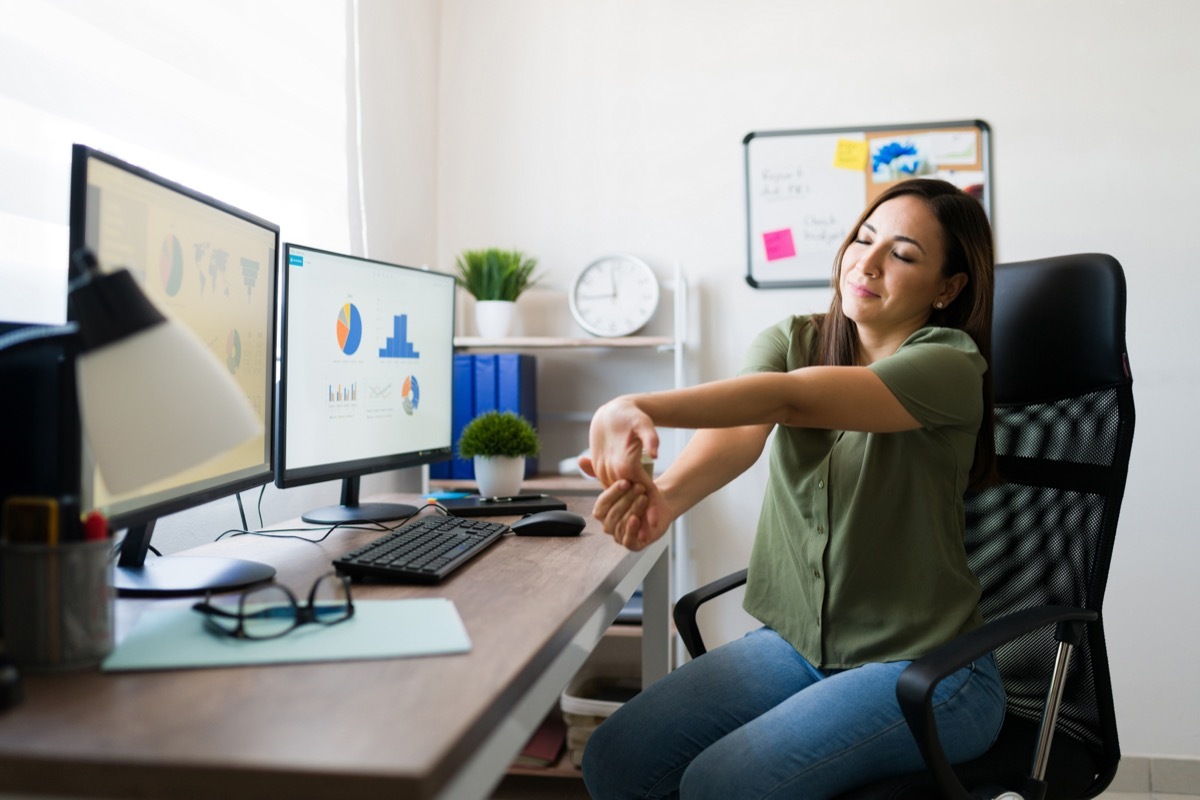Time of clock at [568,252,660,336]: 11:44
